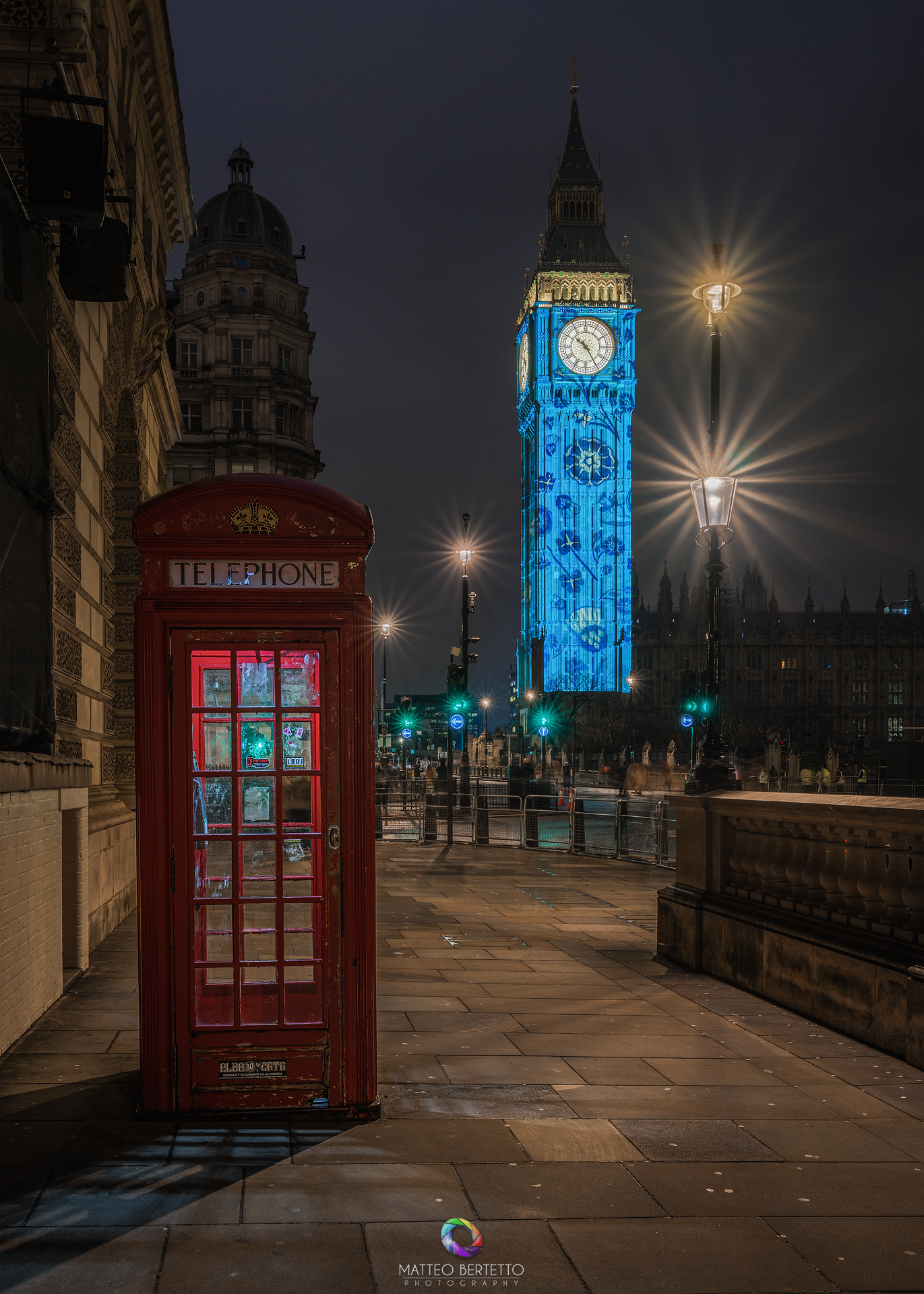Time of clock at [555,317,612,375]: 10:24
